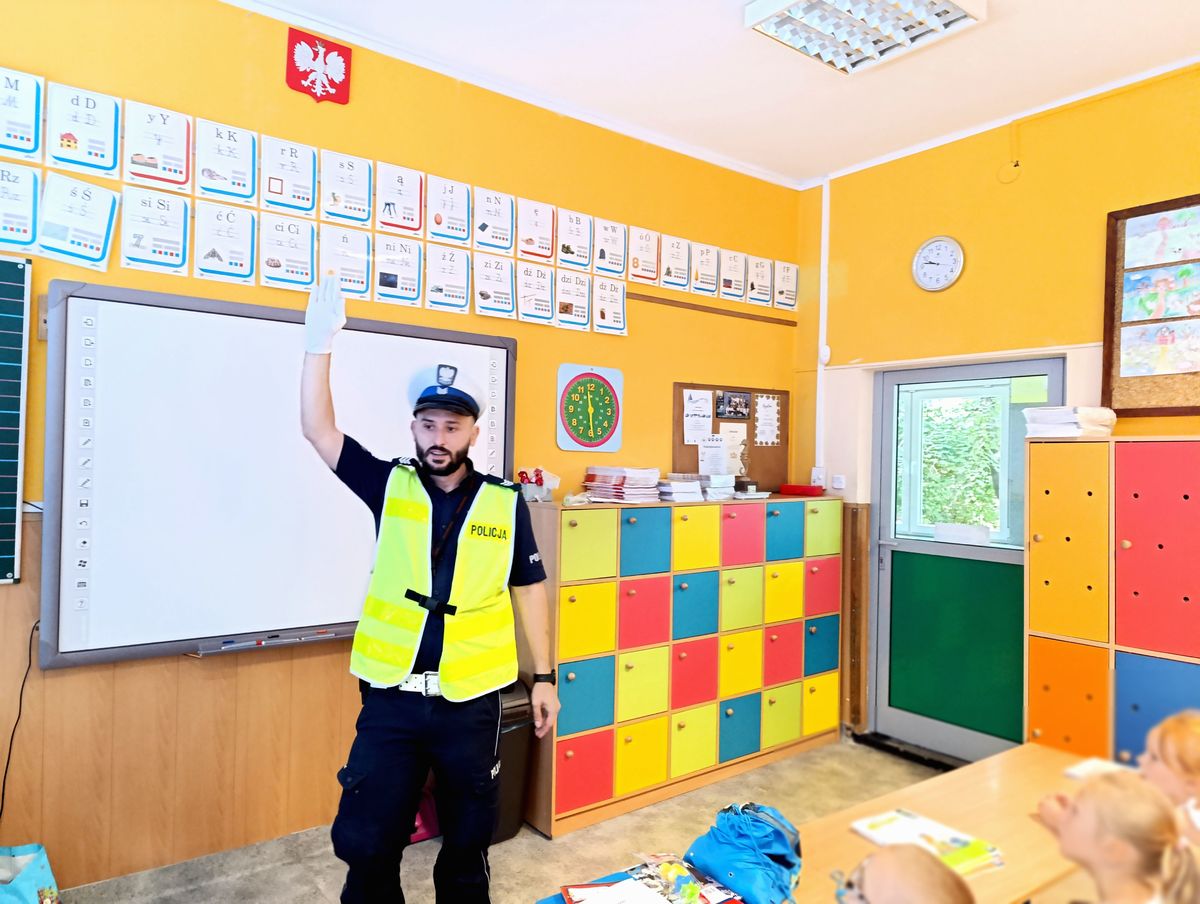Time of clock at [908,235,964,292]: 9:47
